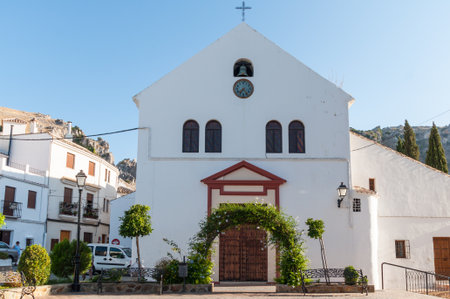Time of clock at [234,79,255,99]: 7:24
